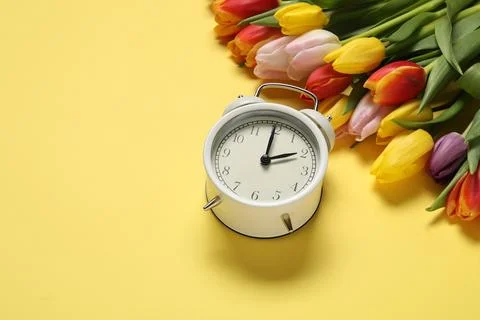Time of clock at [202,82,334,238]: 2:00
